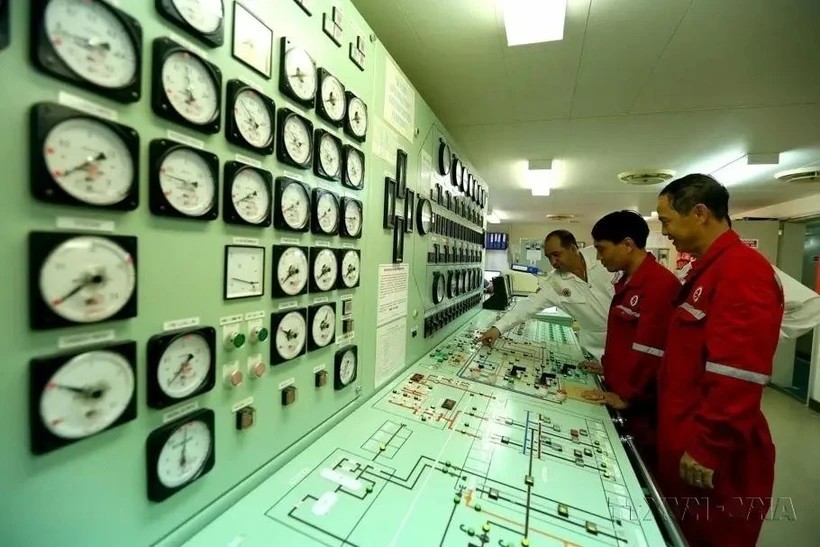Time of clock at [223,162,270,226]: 1:41
